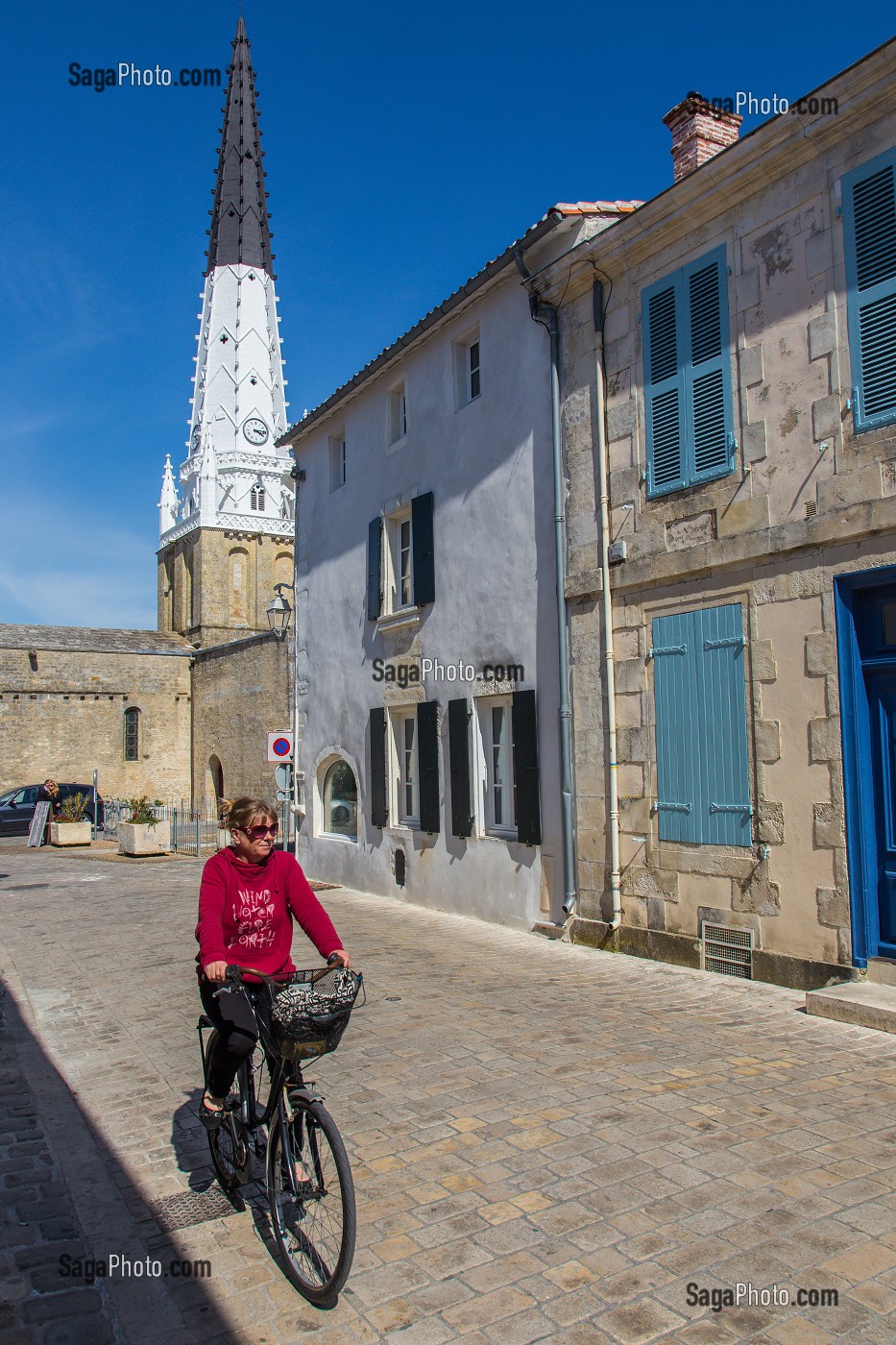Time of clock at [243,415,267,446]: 4:14
